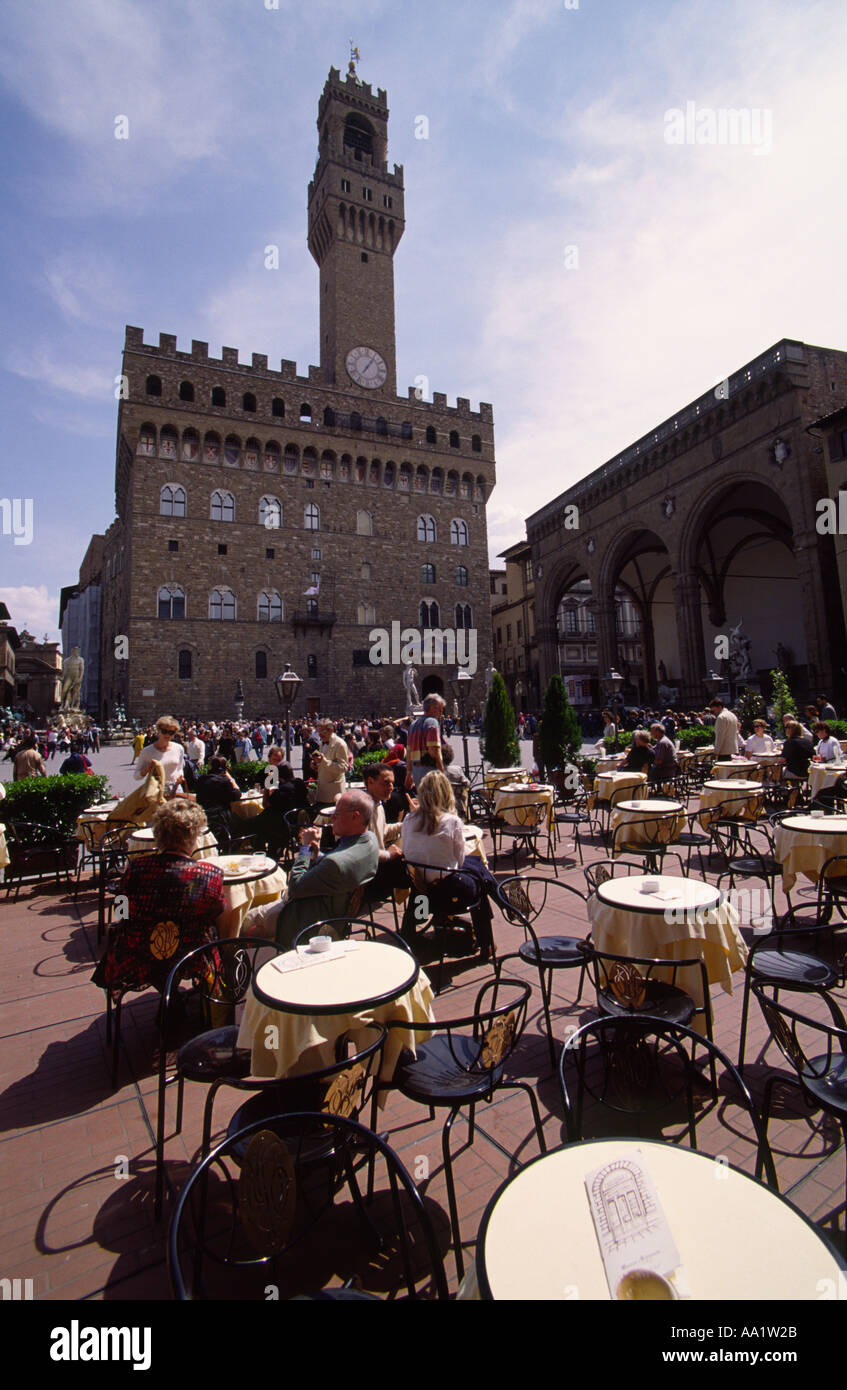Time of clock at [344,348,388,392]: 7:06
